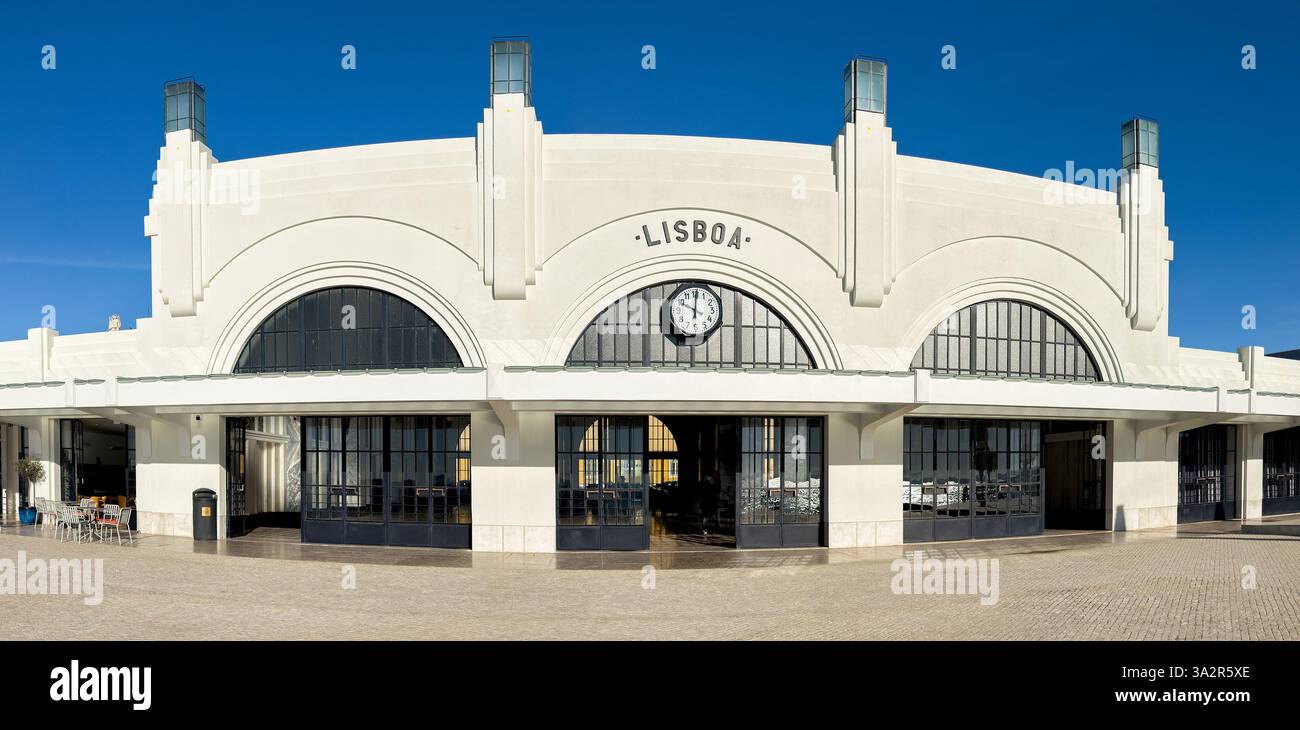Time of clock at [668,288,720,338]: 10:00
